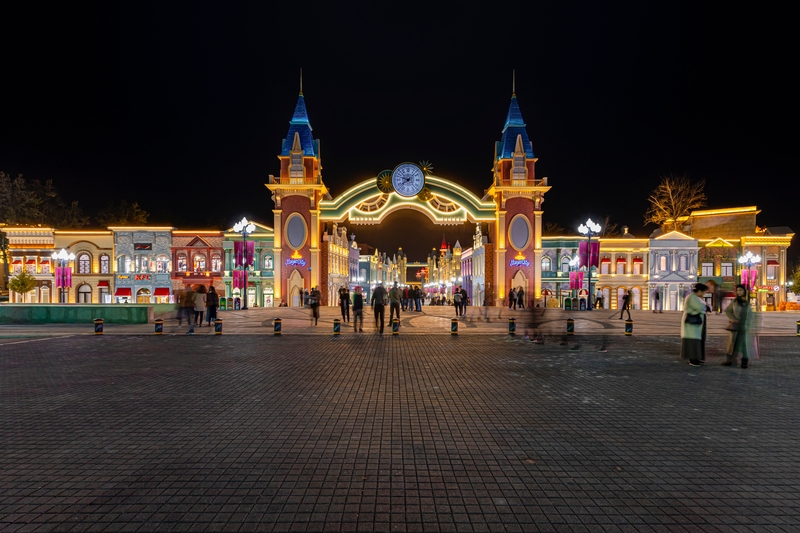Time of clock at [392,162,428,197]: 7:47
